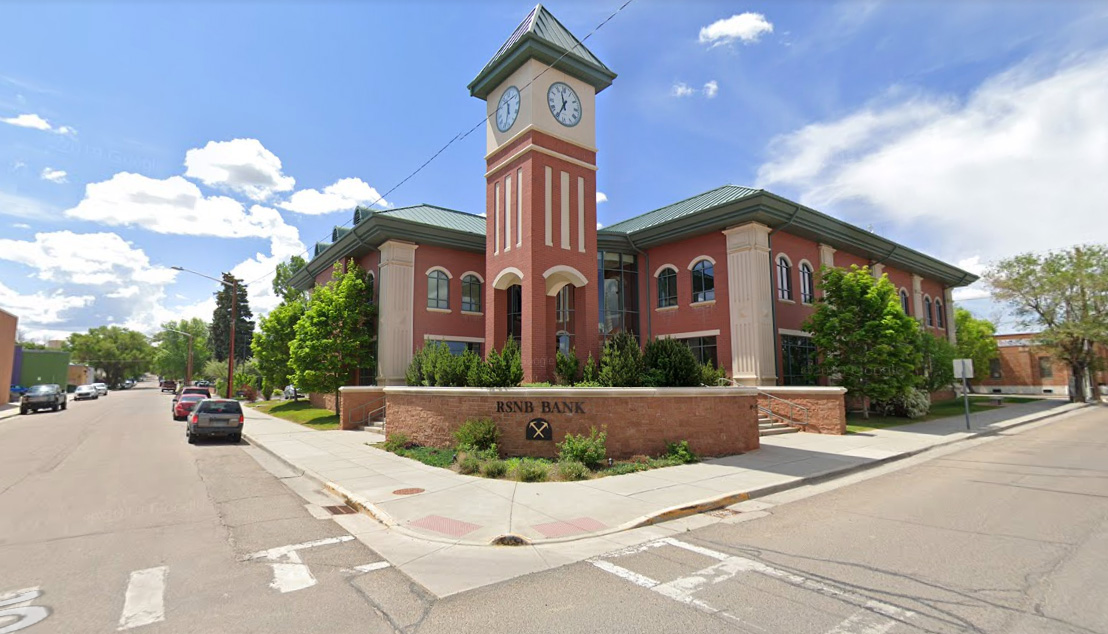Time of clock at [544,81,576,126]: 11:34
